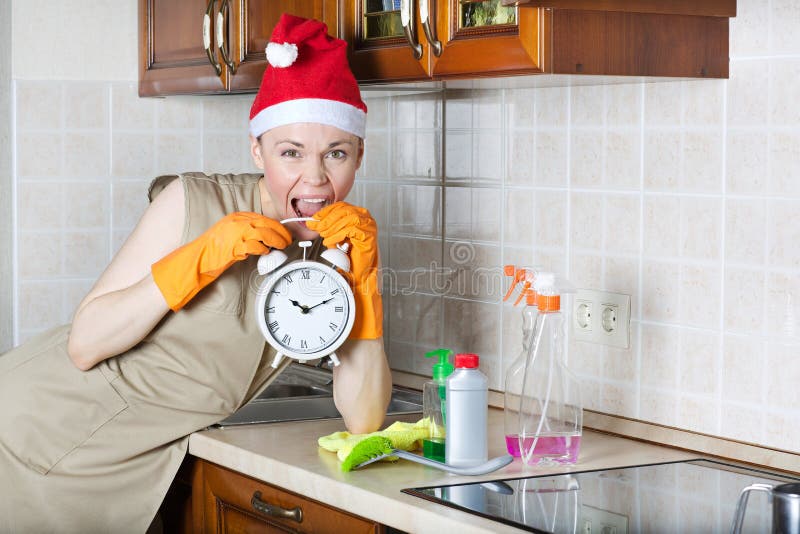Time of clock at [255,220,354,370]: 10:11
